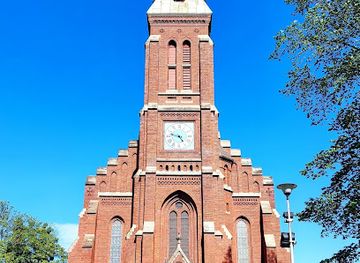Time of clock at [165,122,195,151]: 4:47
